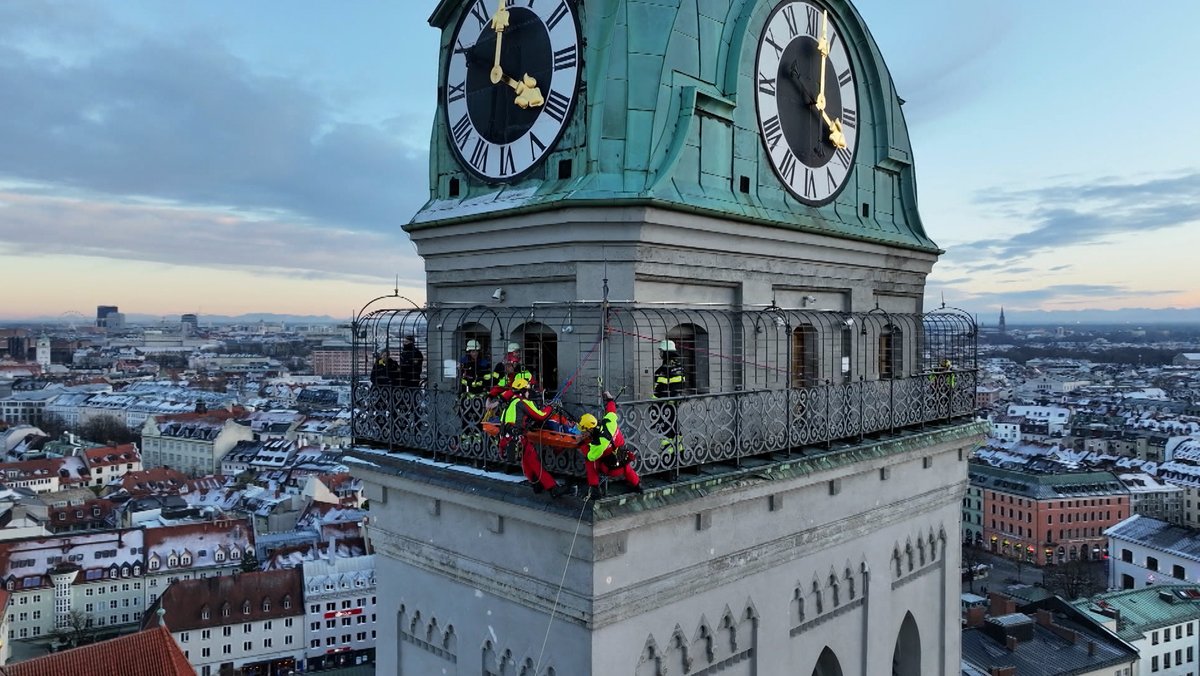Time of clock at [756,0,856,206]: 3:48
